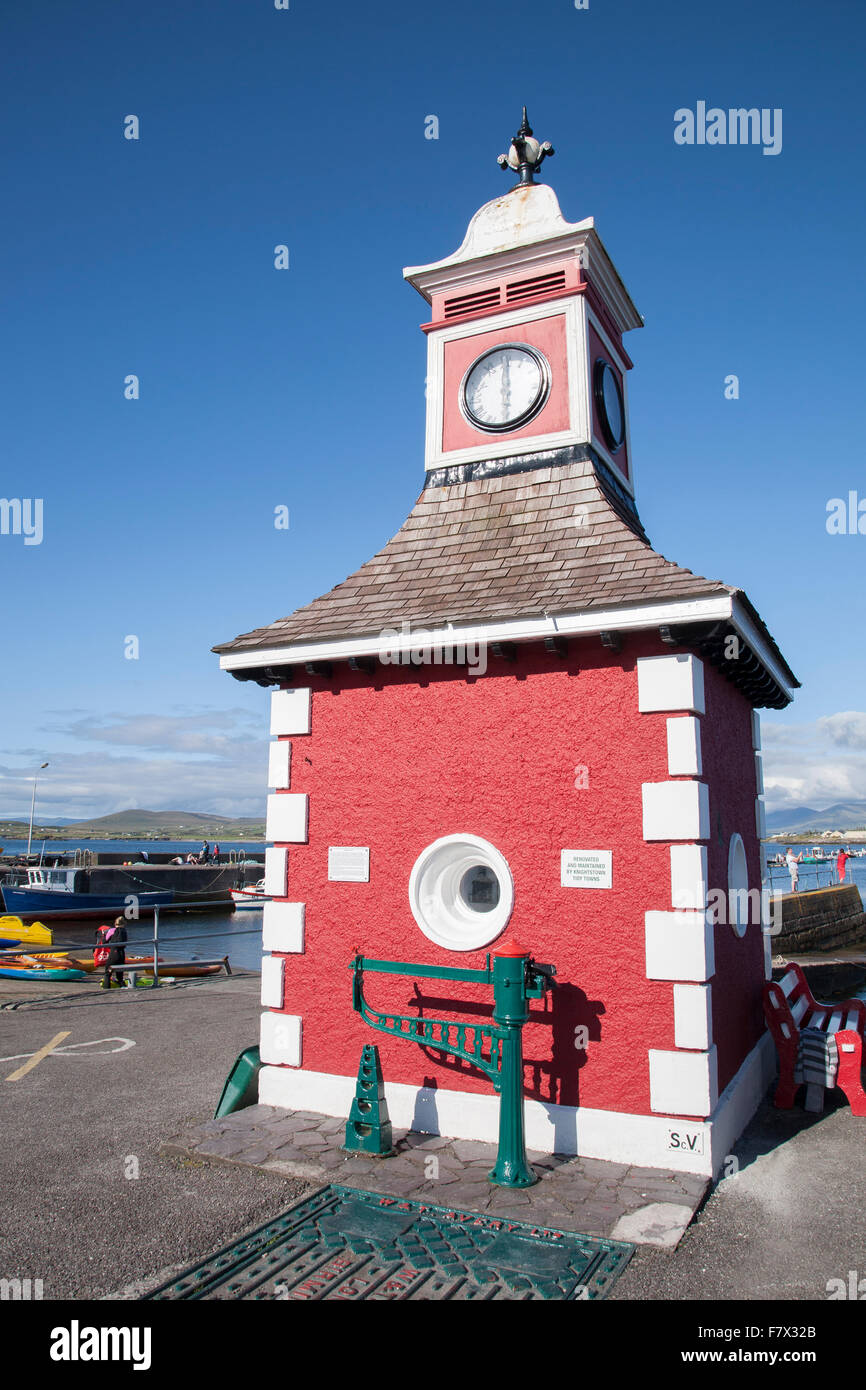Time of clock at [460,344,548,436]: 6:00
